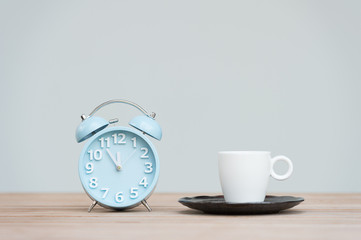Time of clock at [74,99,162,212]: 11:54
